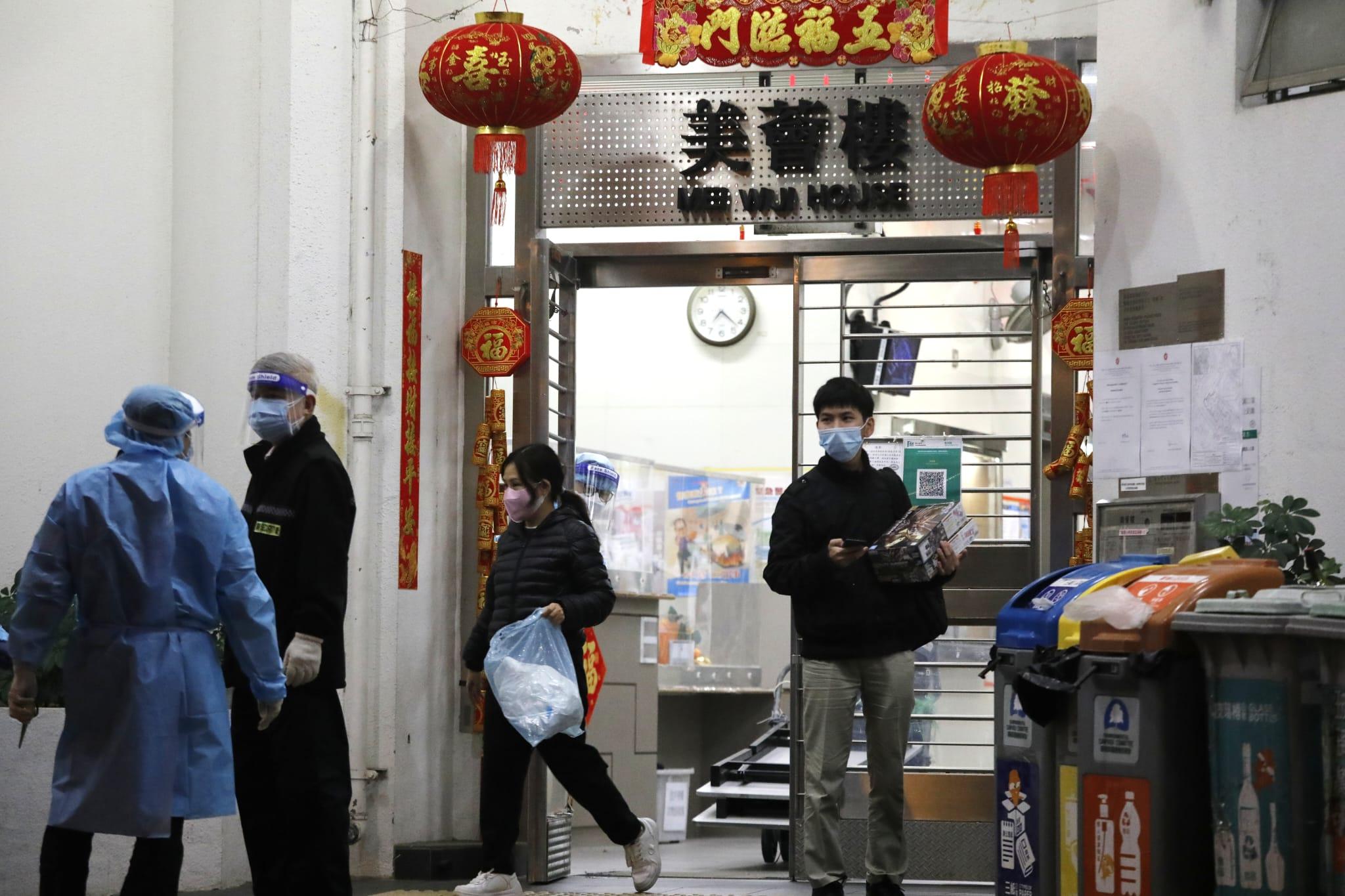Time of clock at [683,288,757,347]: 7:22
